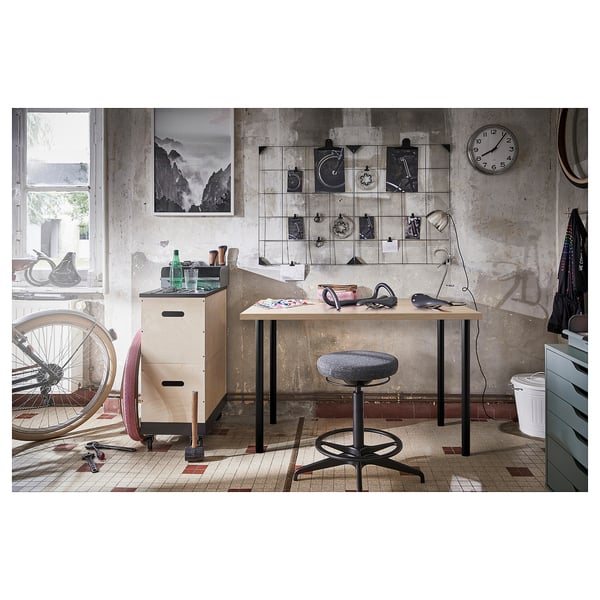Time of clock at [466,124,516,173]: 8:06
